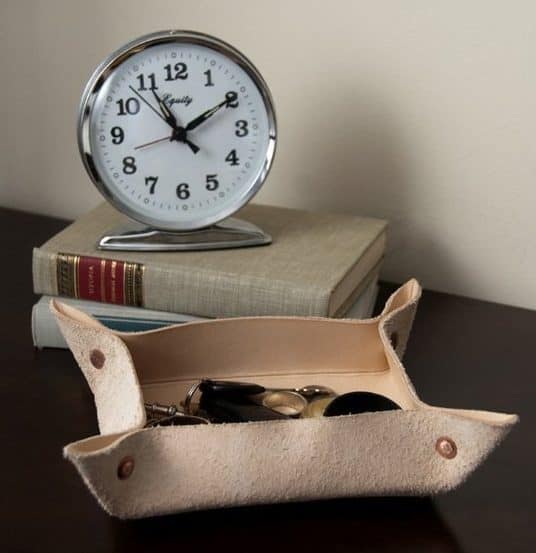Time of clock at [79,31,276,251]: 11:09
